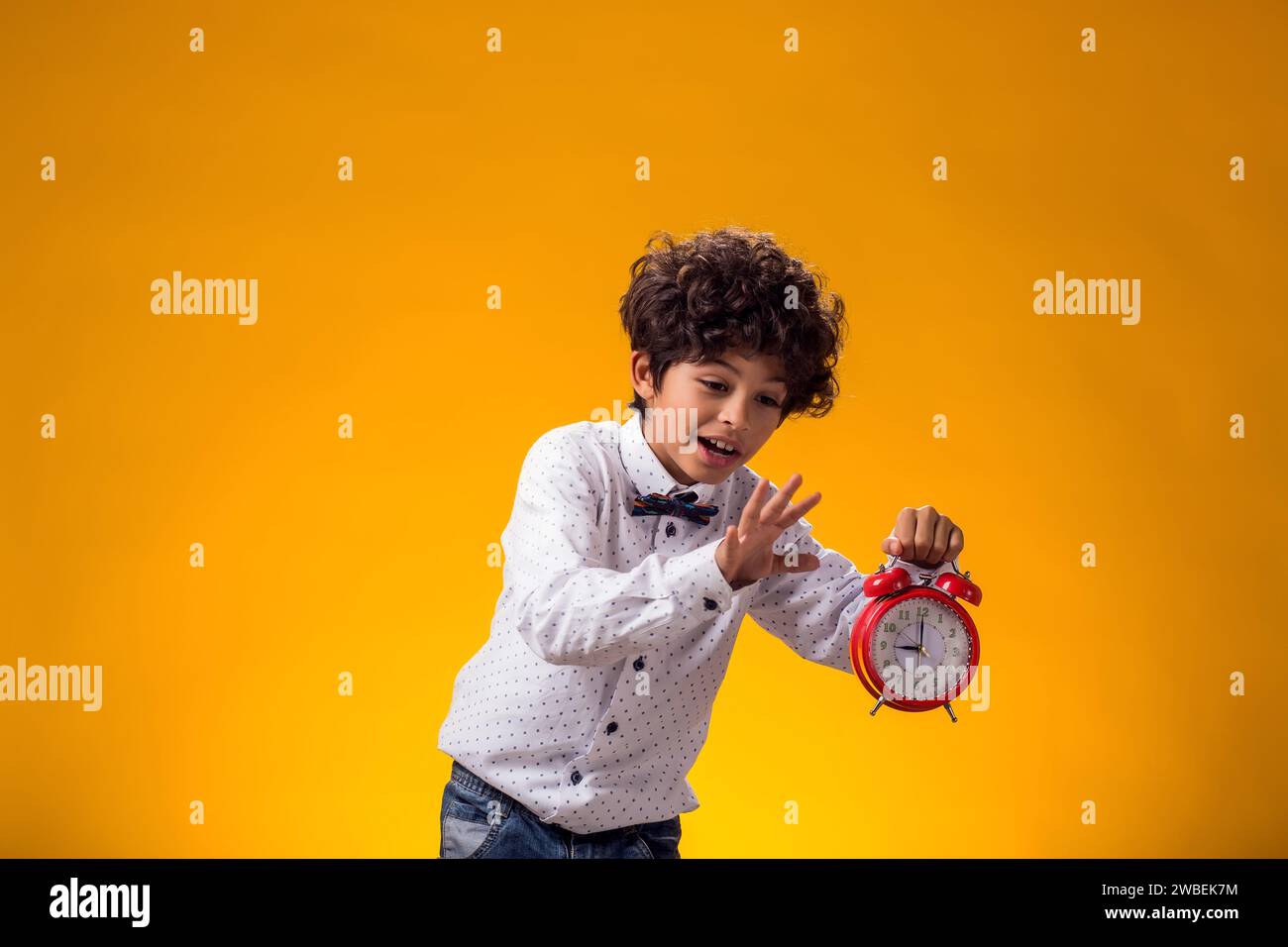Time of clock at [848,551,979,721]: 9:00
